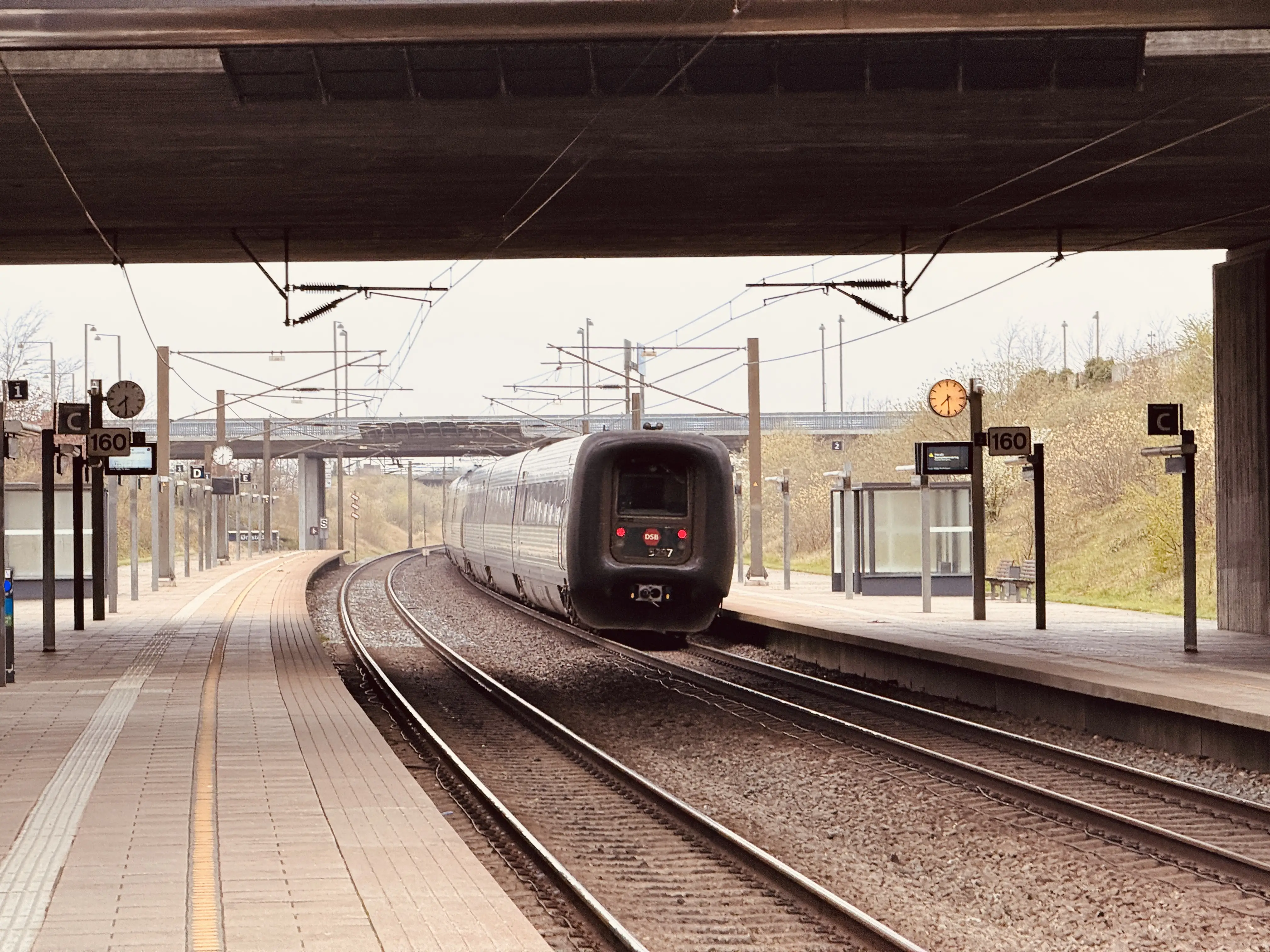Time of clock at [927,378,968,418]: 7:29
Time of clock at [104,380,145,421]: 7:29
